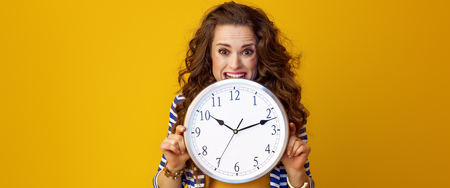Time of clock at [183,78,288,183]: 10:11
